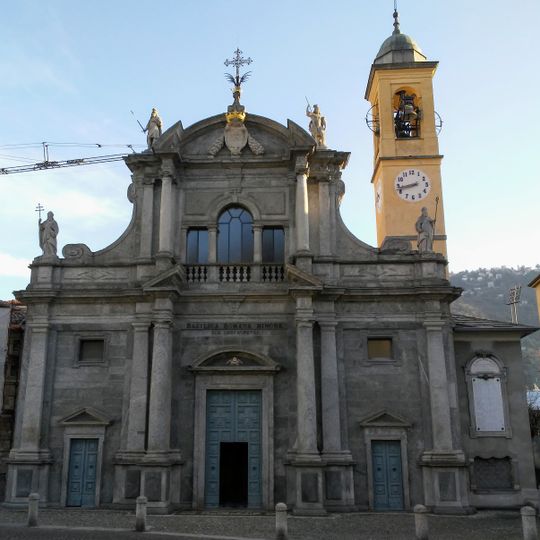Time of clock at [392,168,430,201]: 8:42
